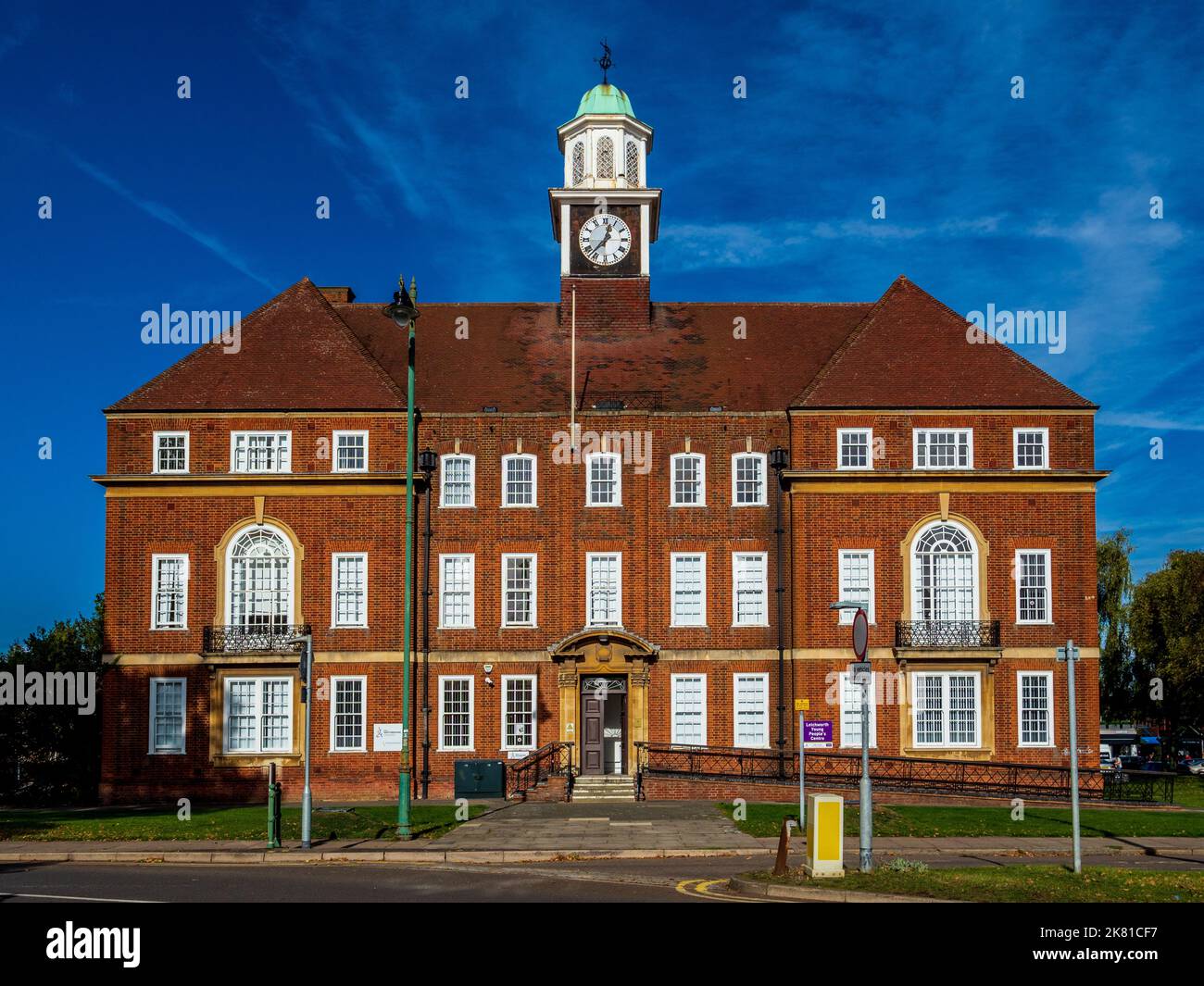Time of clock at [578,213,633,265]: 12:37
